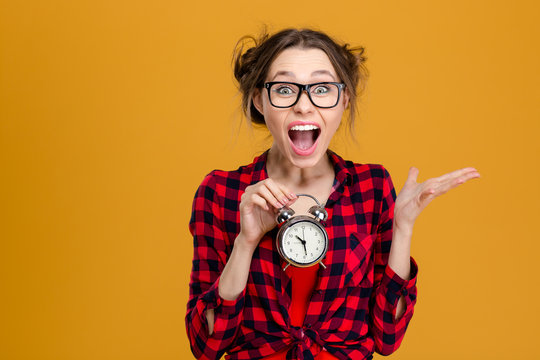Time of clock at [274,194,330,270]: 10:28
